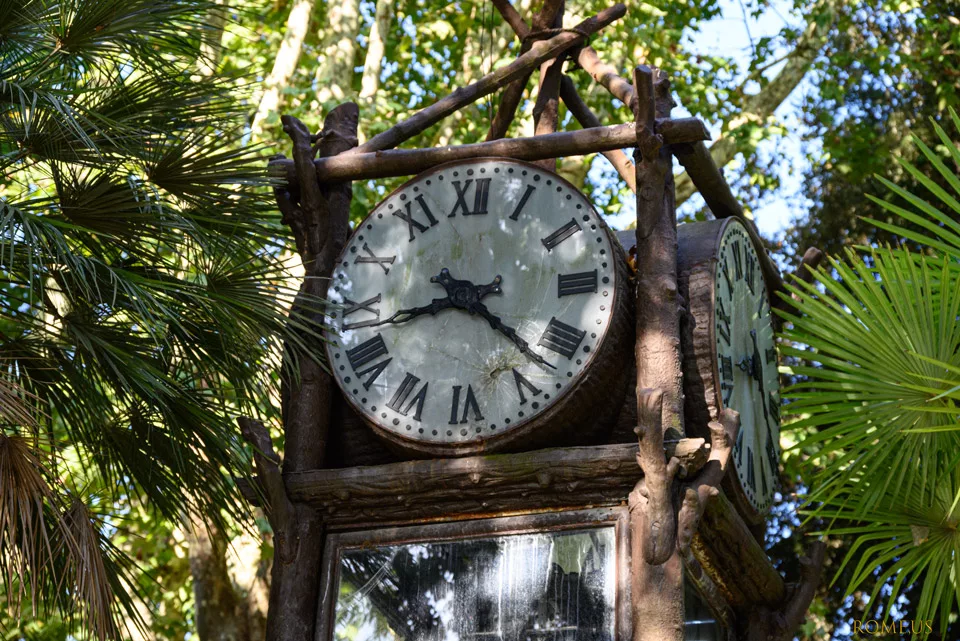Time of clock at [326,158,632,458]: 8:22
